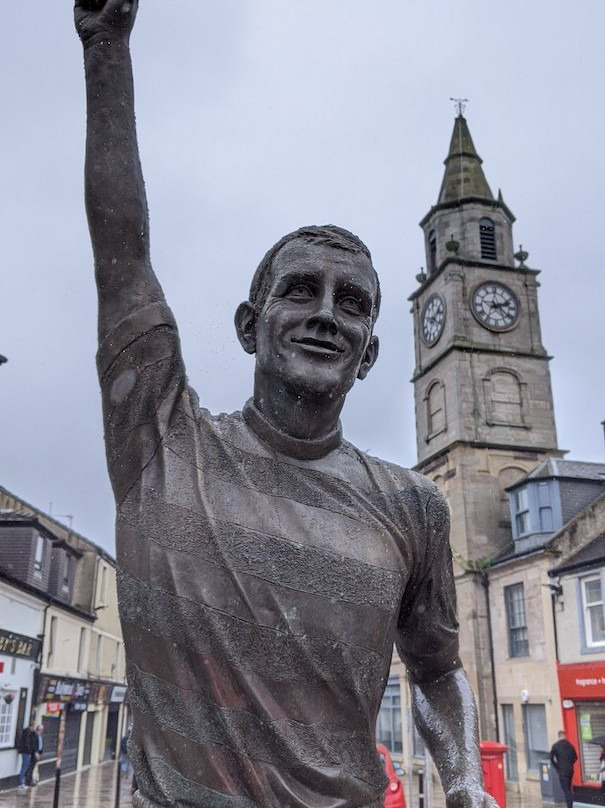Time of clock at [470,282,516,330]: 2:21
